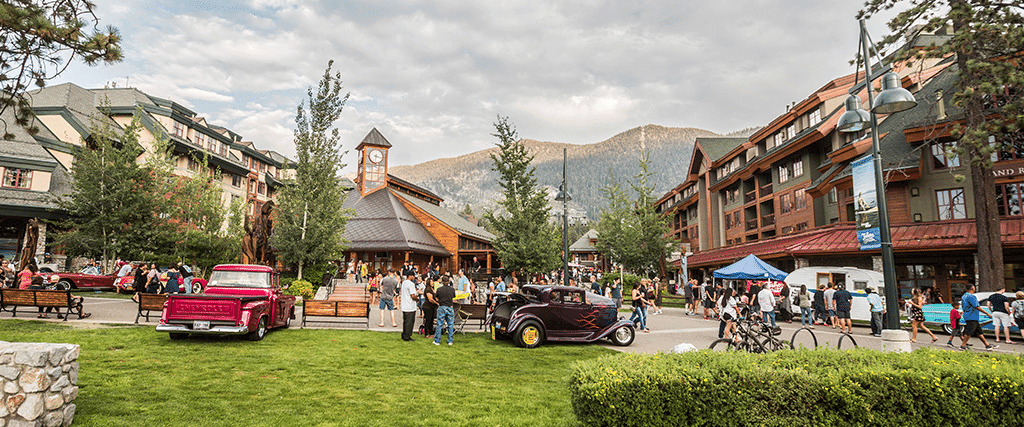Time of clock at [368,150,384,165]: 6:17
